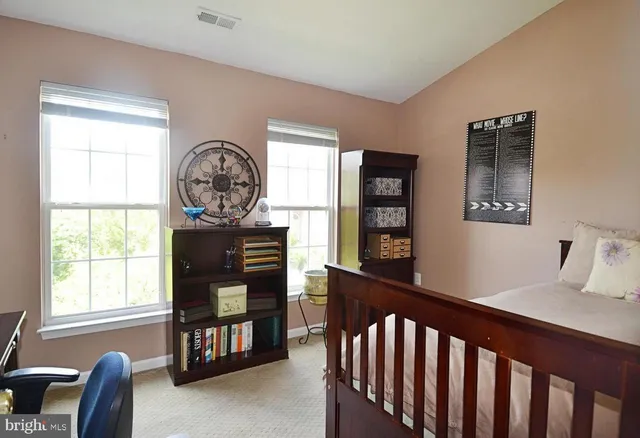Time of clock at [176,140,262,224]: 12:16
